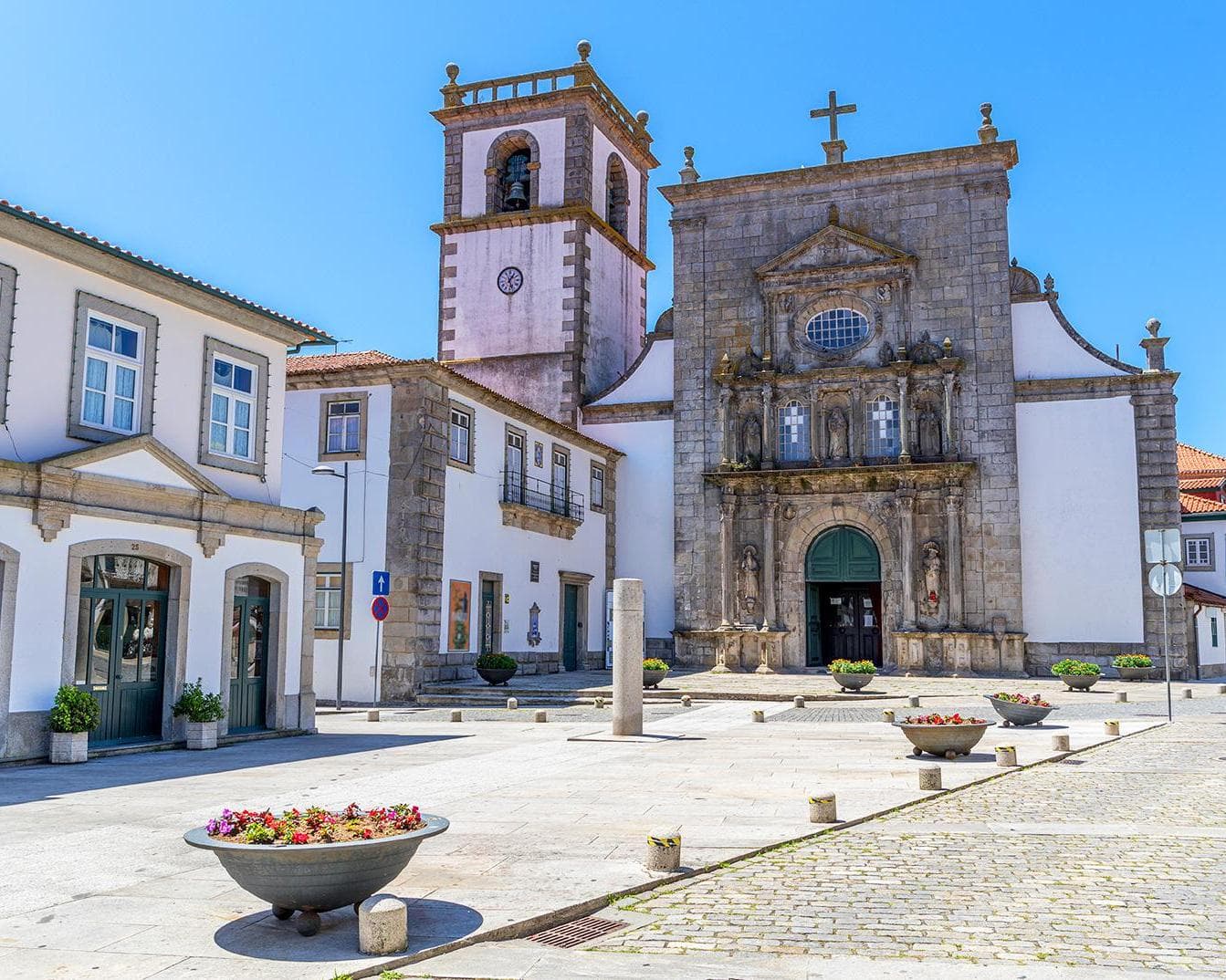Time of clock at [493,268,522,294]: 1:26
